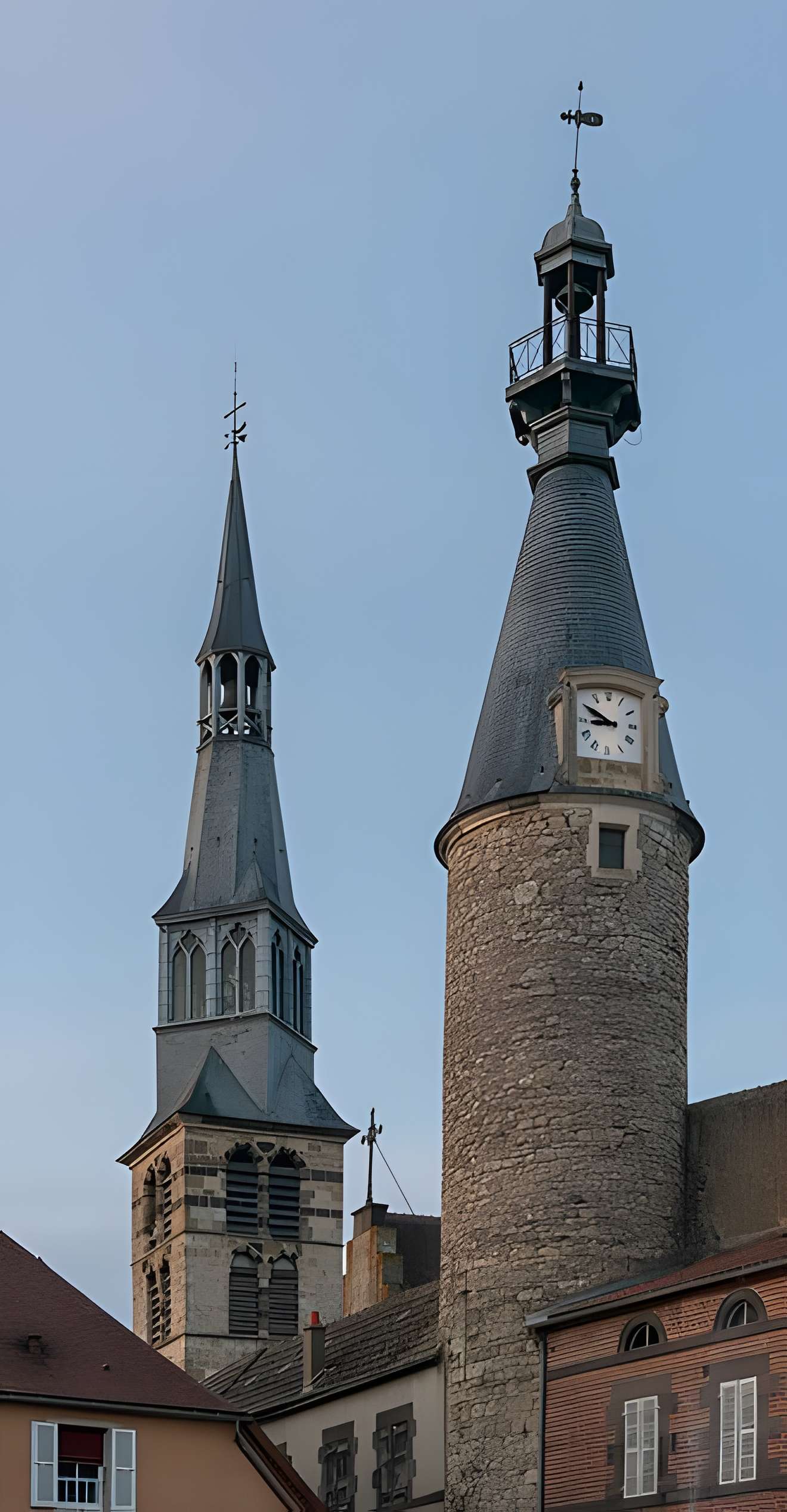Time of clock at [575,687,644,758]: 8:50
